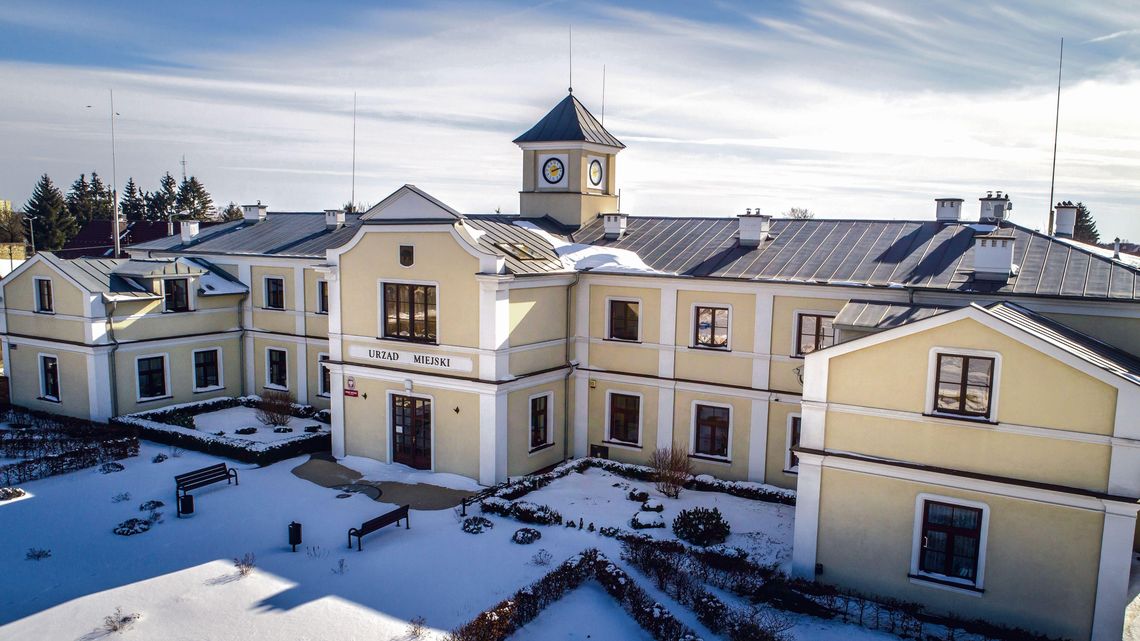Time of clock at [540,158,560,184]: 2:11
